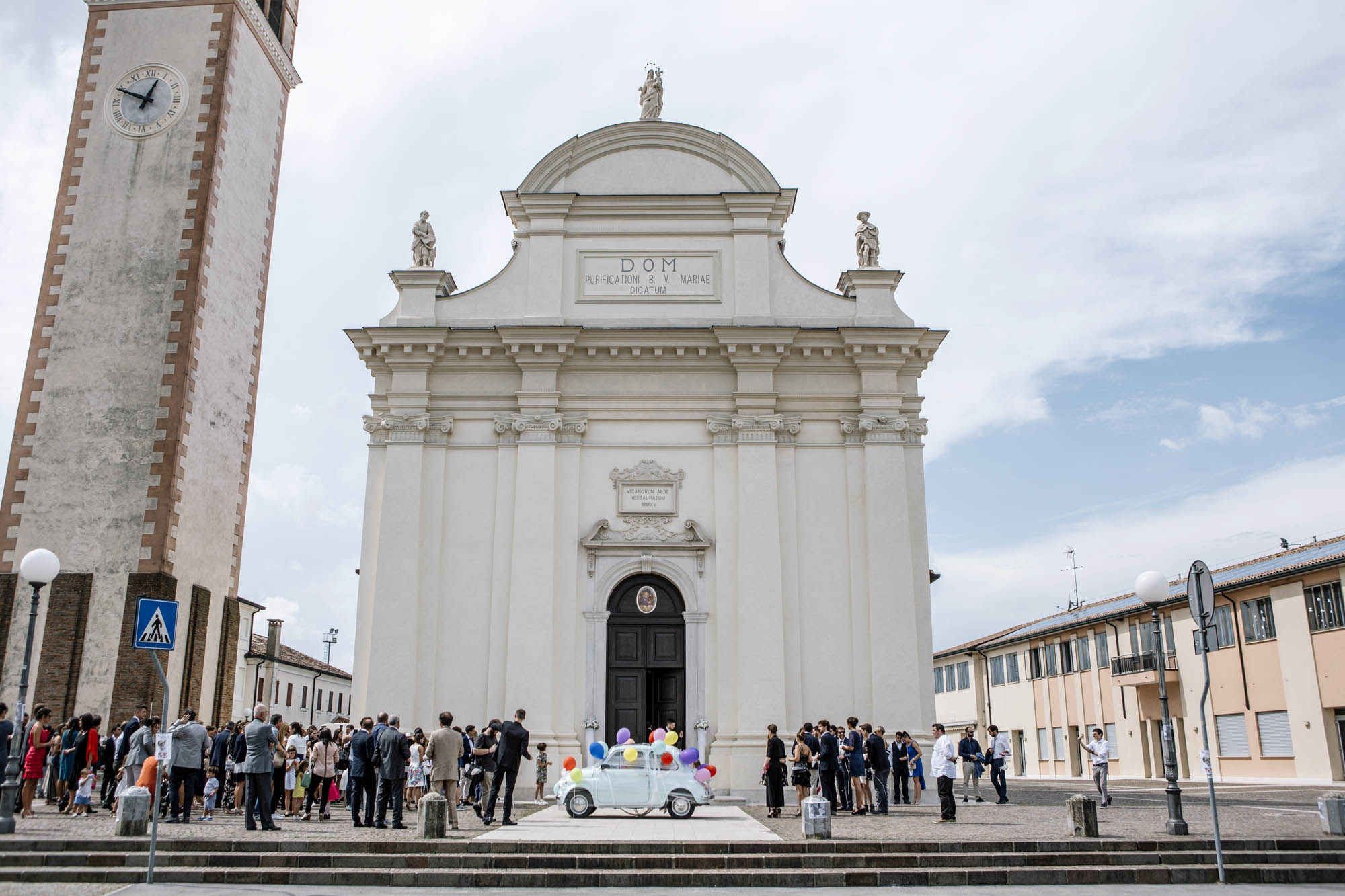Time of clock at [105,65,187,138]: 12:49
